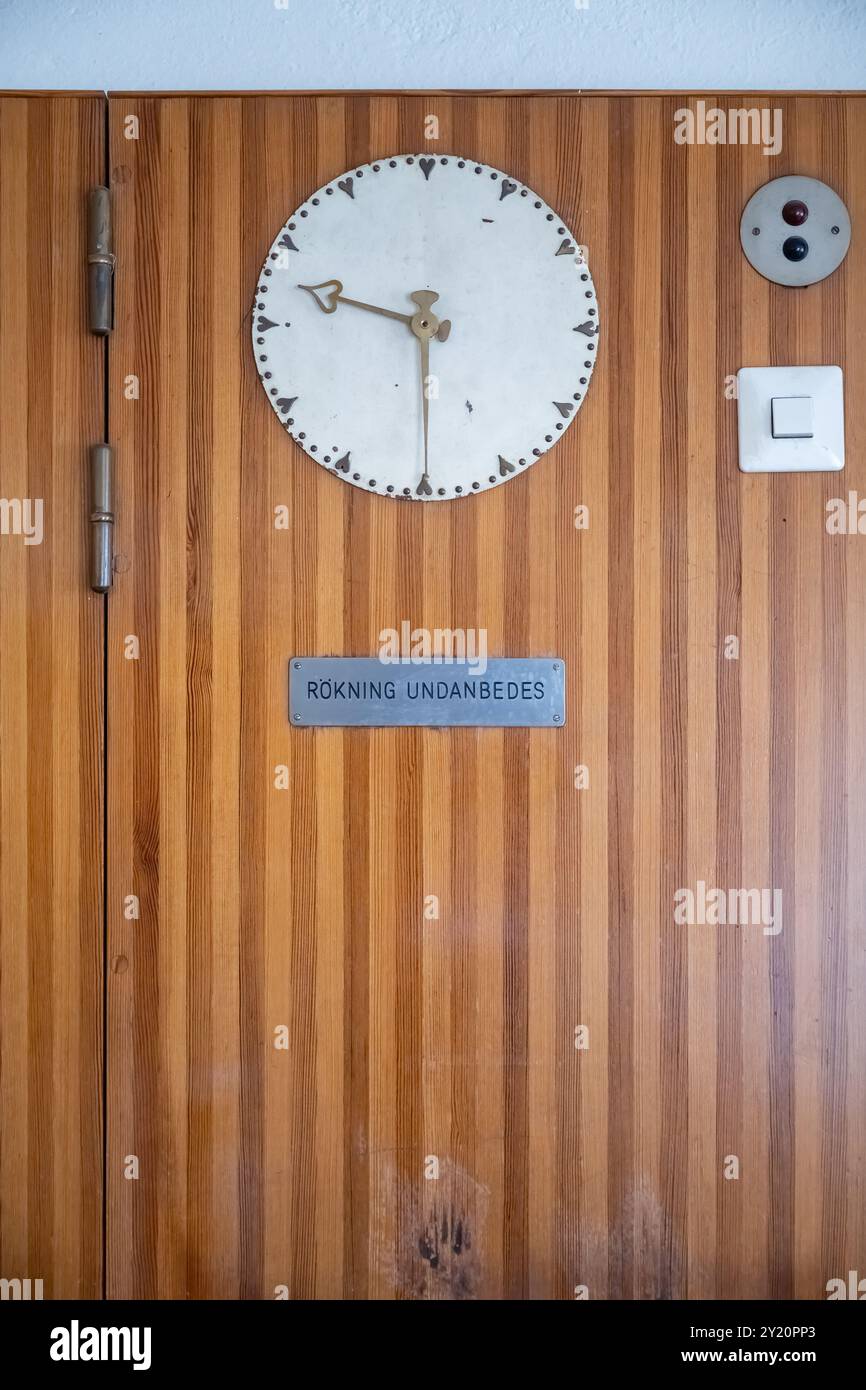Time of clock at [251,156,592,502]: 9:29
